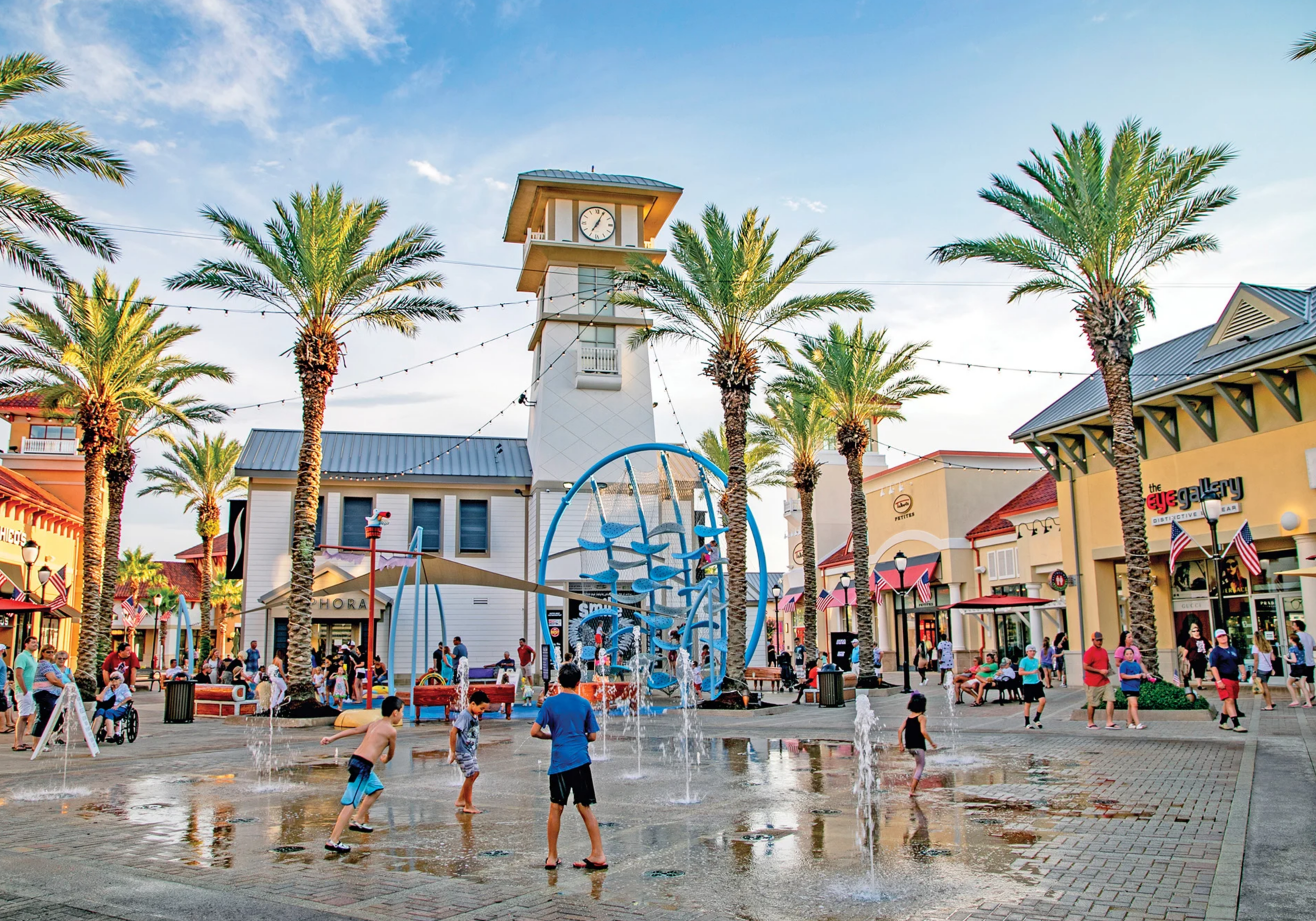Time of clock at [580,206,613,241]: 7:04
